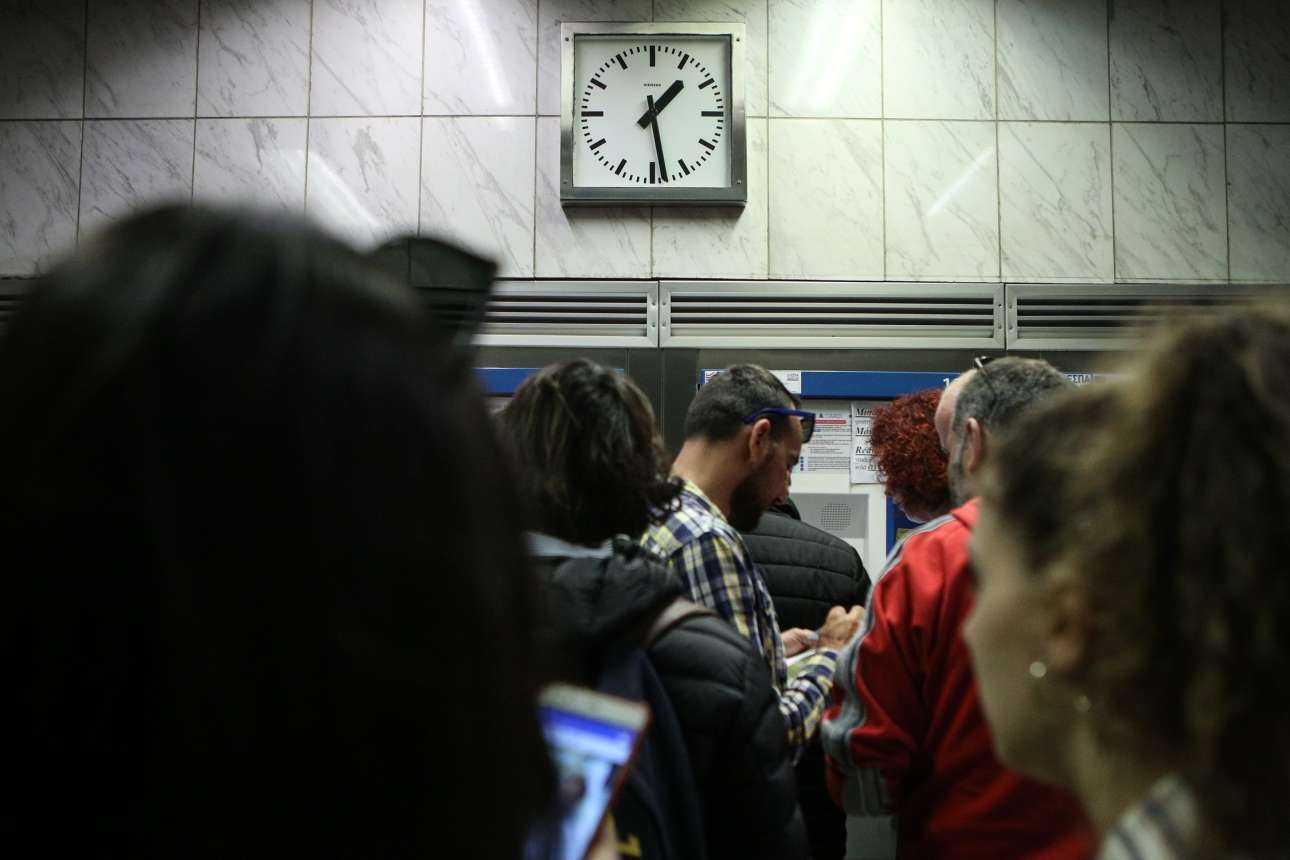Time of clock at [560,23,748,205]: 1:28
